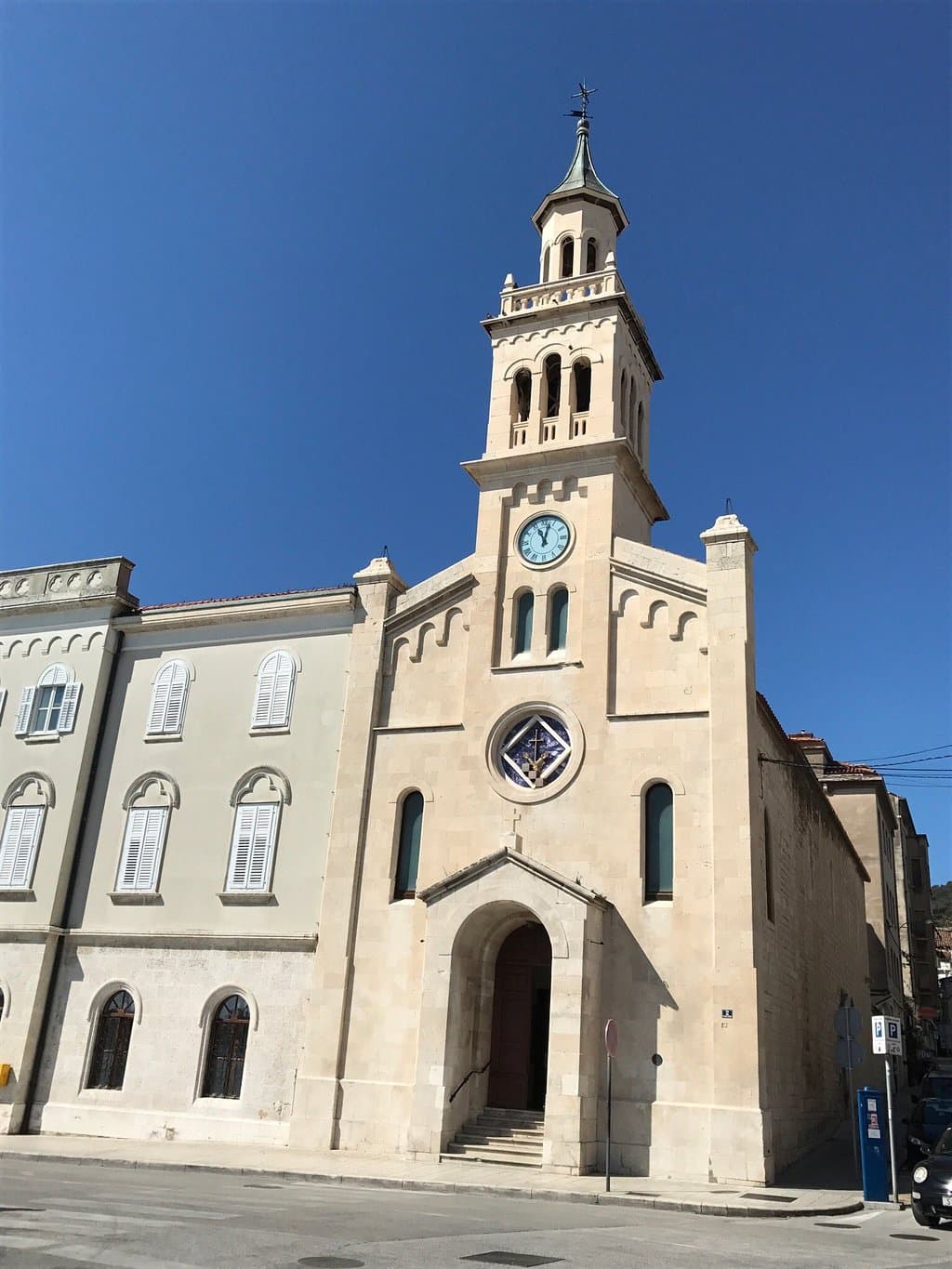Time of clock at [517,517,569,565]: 11:02
